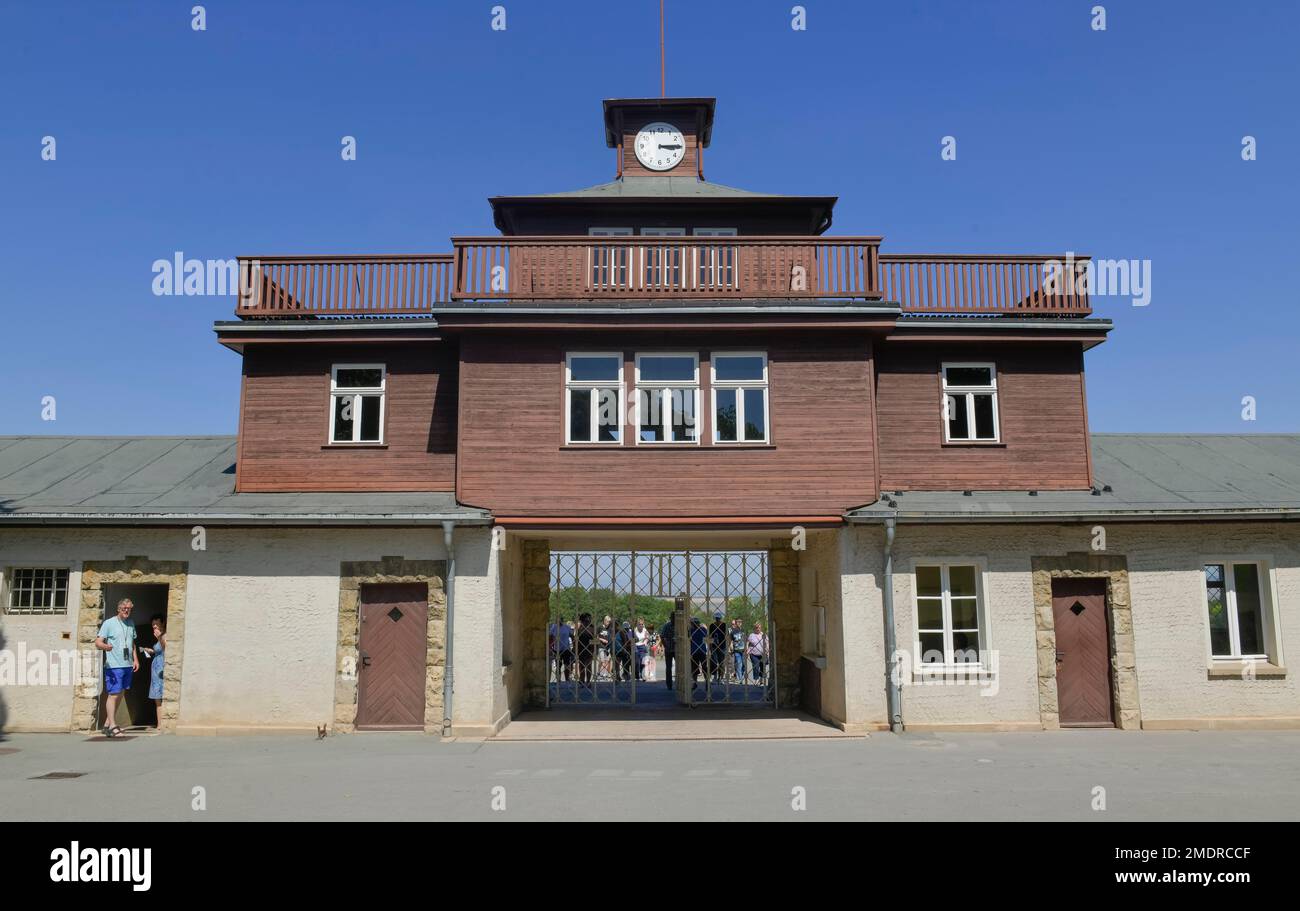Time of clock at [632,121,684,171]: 3:14
